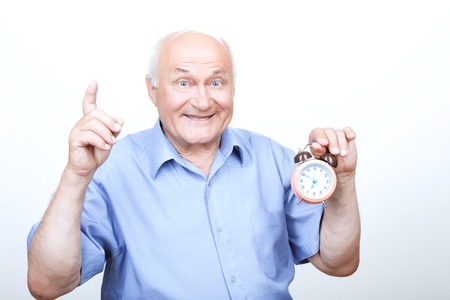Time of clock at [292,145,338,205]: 6:50
